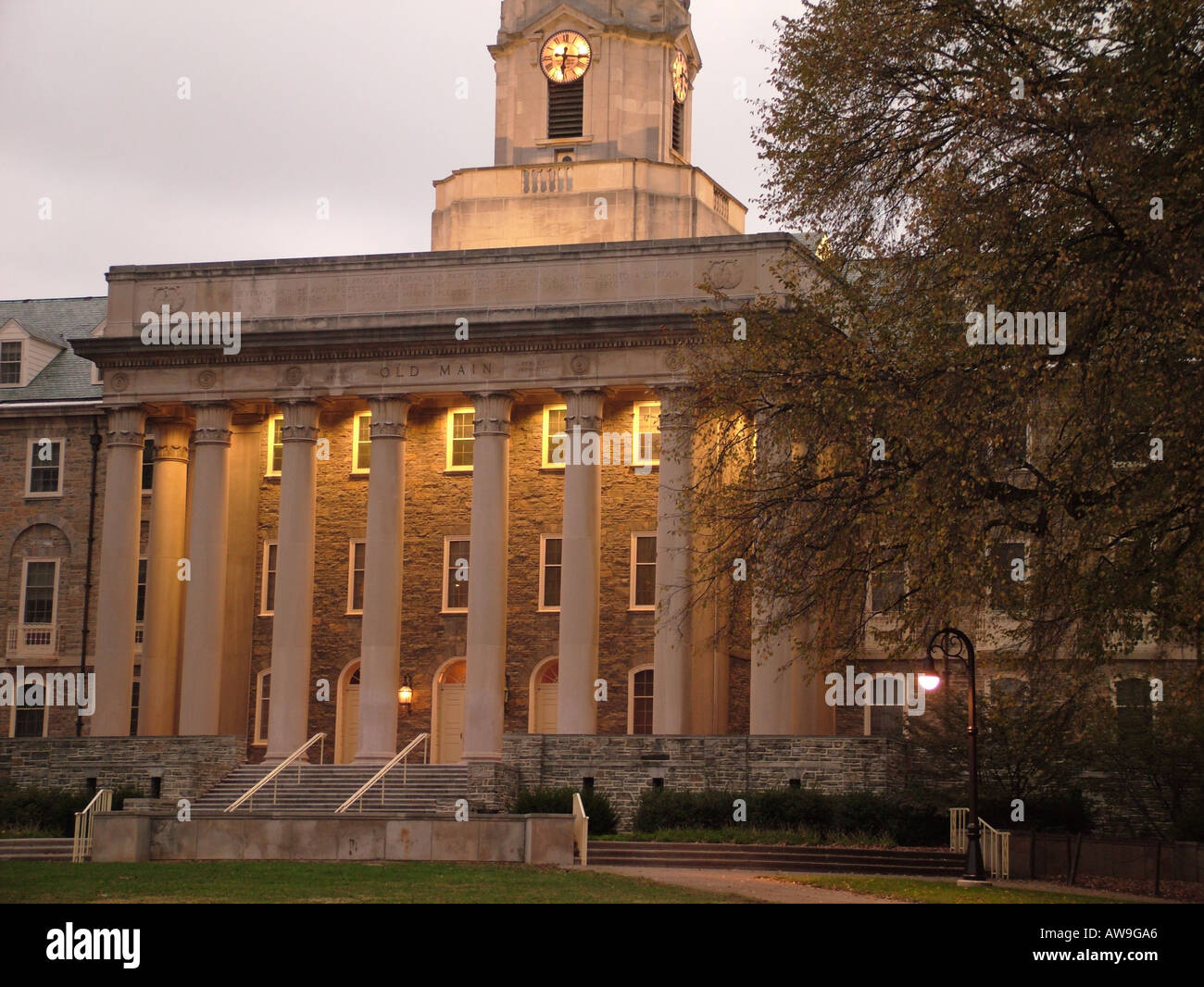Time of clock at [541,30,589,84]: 6:15
